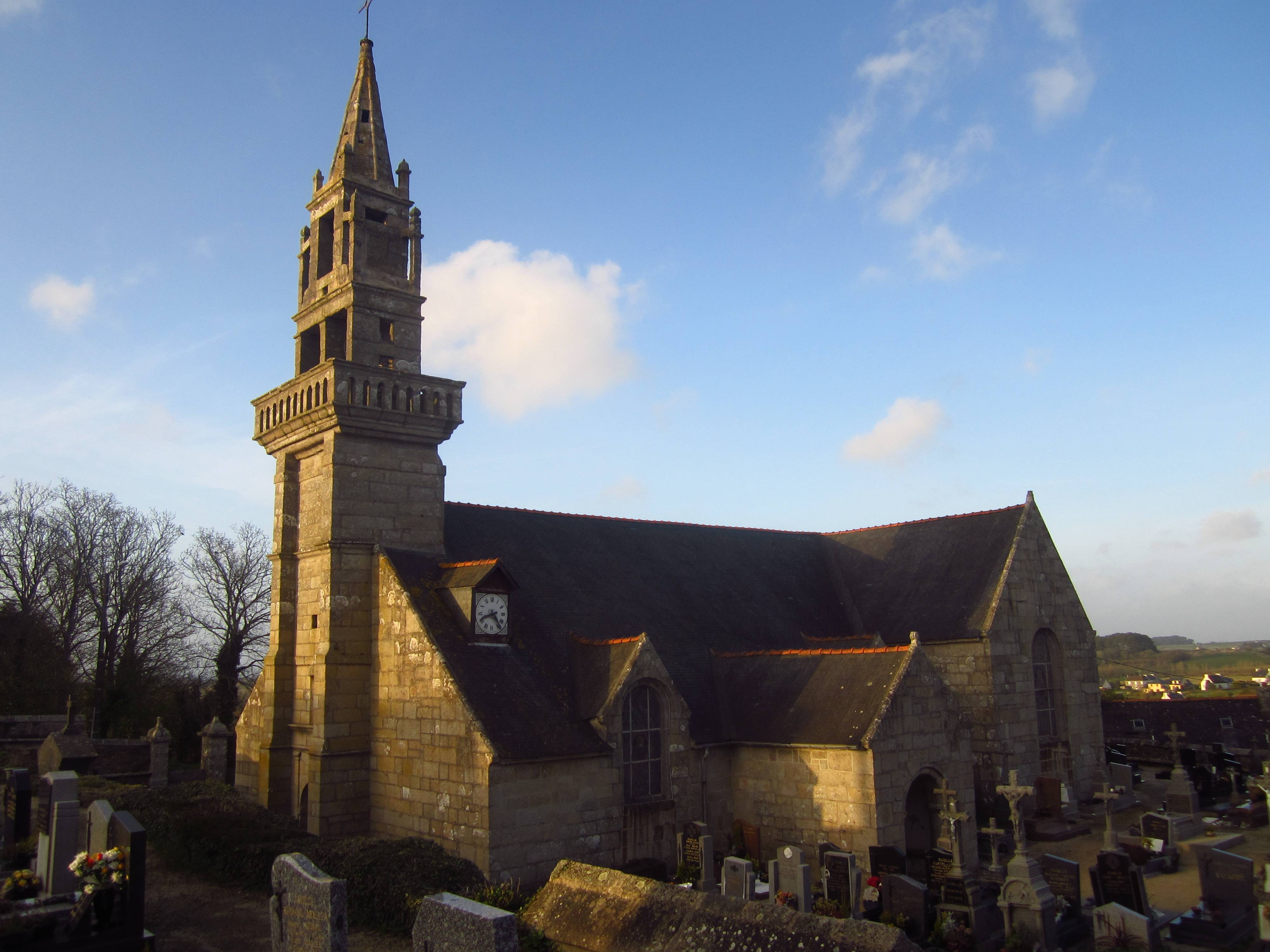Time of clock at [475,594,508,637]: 8:23
